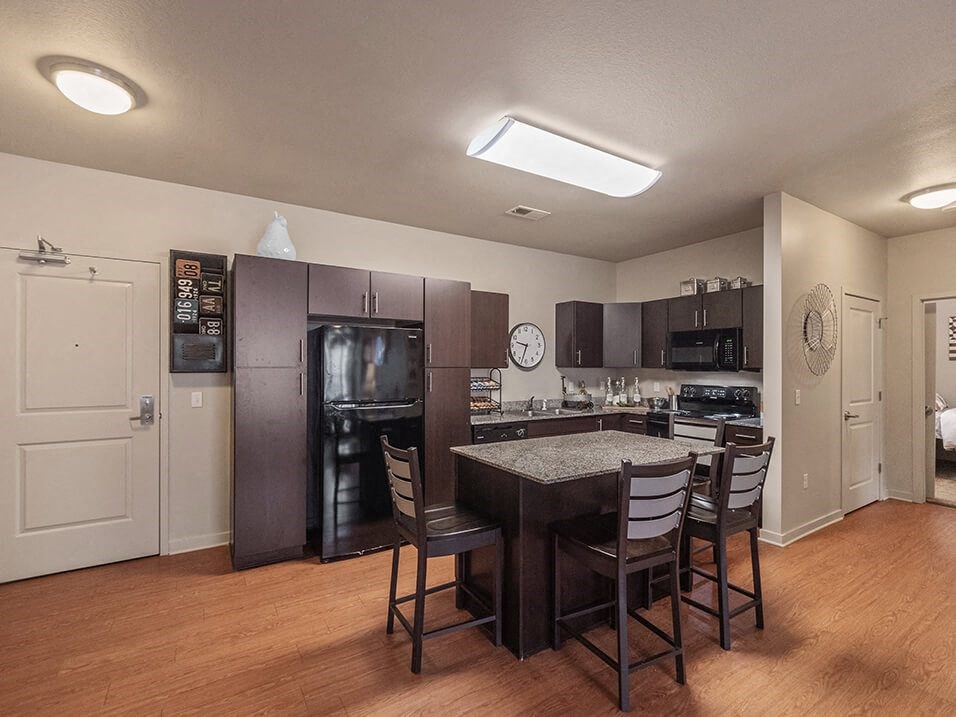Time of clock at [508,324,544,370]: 9:33
